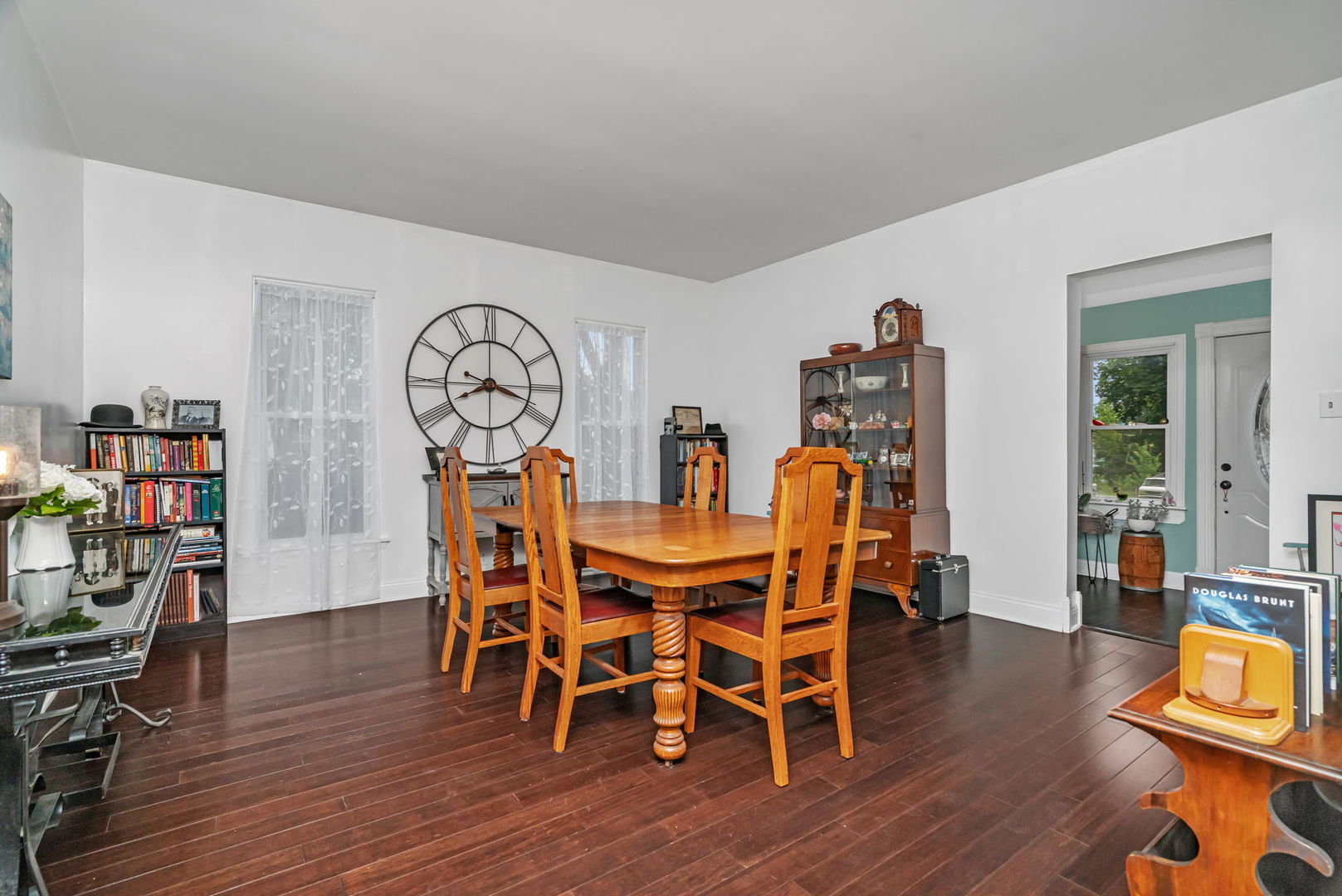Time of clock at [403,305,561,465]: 8:18
